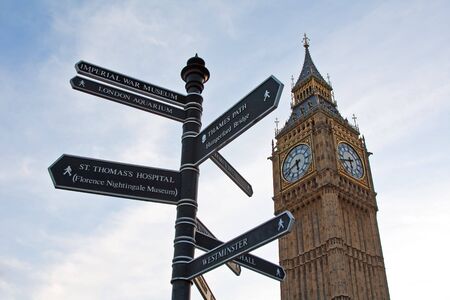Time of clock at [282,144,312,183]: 5:41
